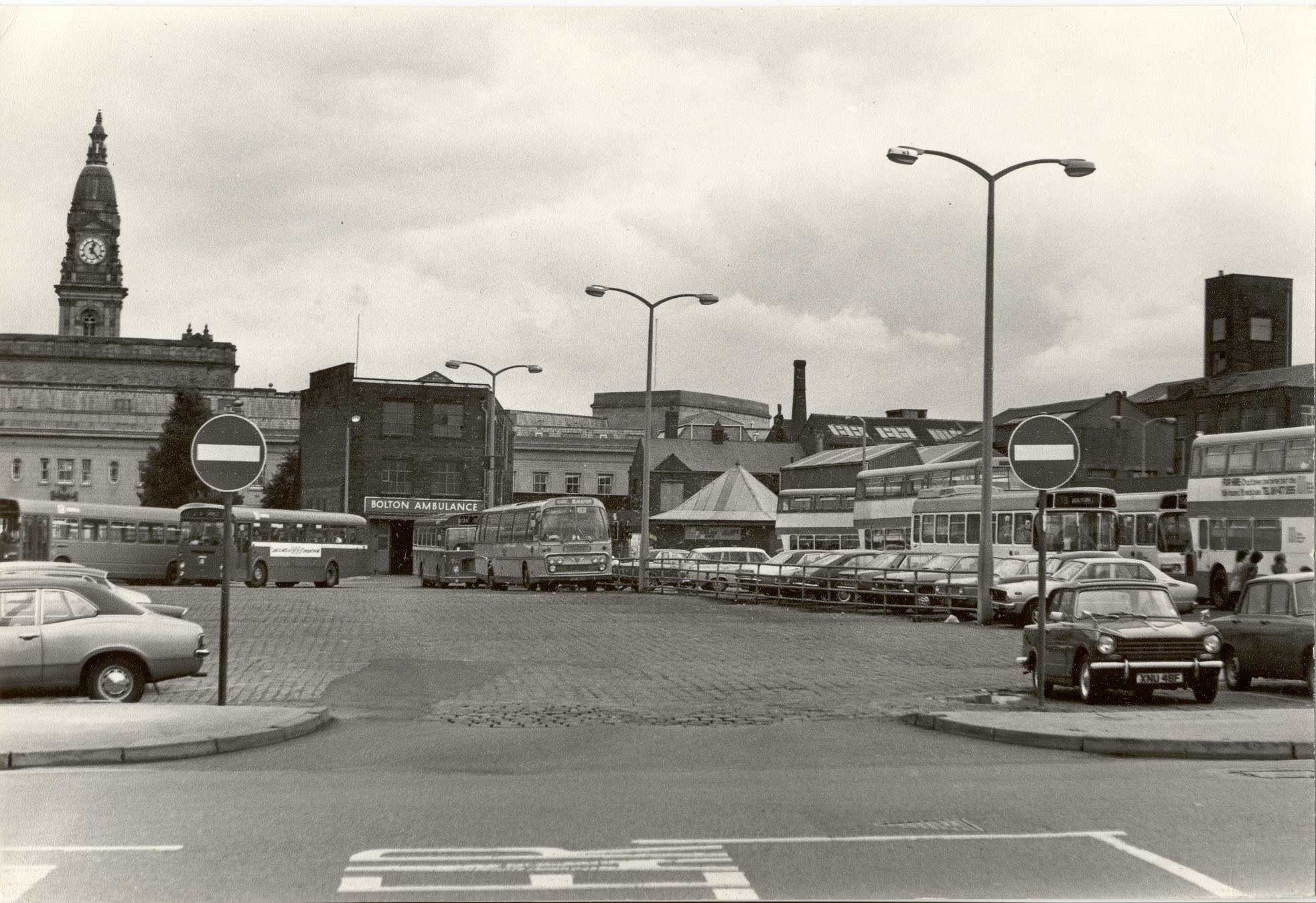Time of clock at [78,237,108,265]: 12:23
